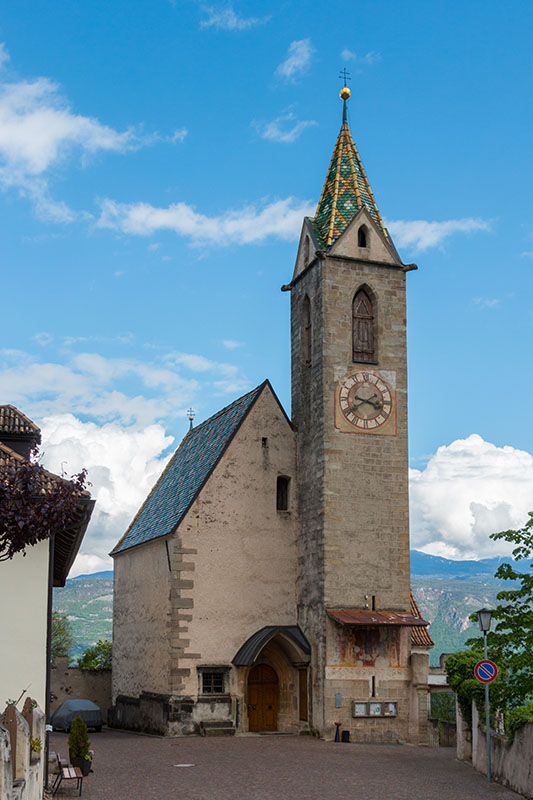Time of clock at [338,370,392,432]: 3:40
